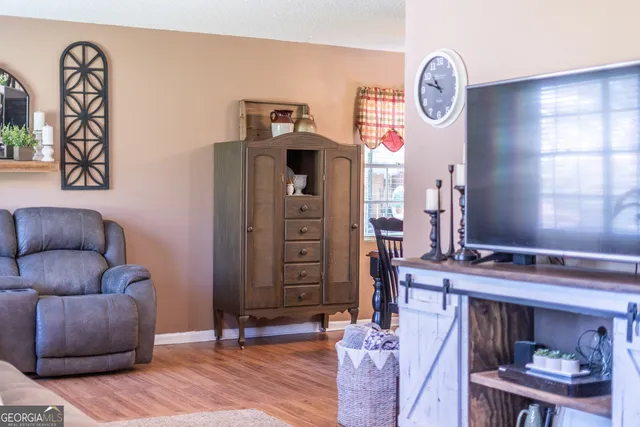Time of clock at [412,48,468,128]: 10:47
